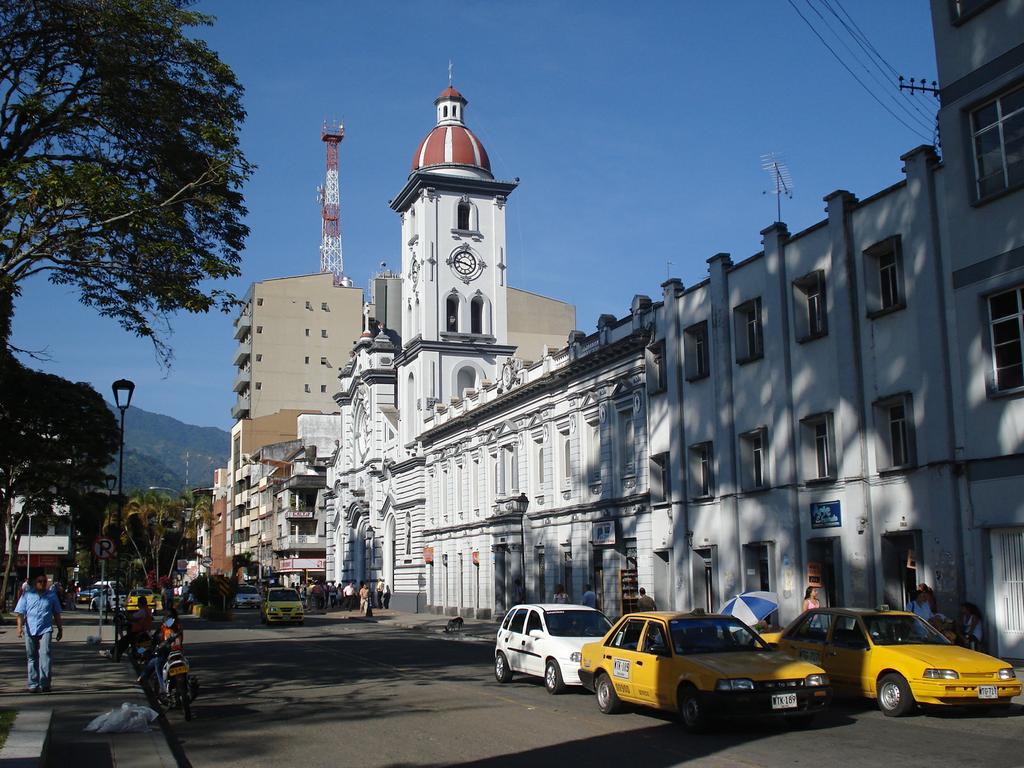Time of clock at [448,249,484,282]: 3:46
